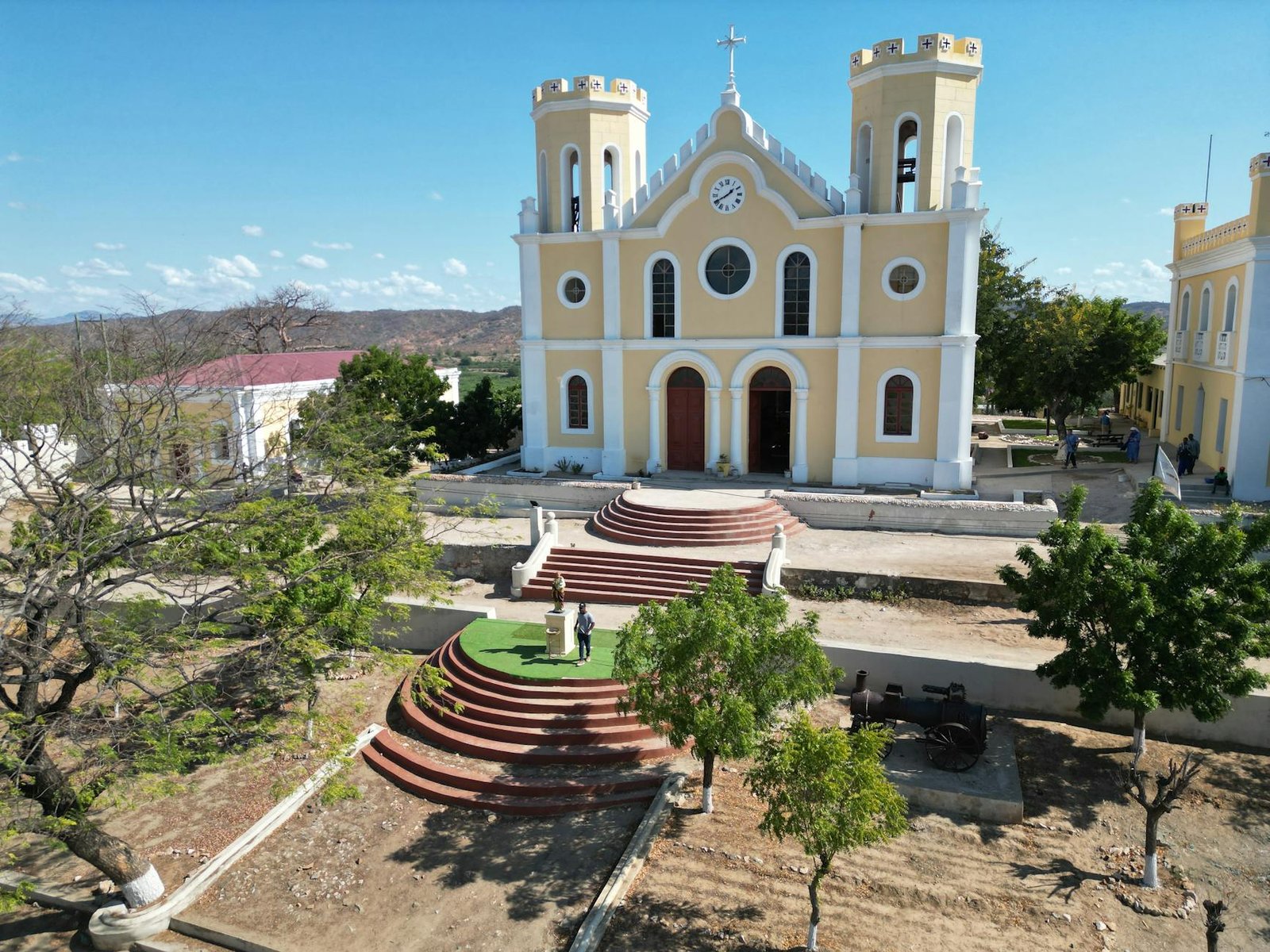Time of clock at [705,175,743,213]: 1:40
